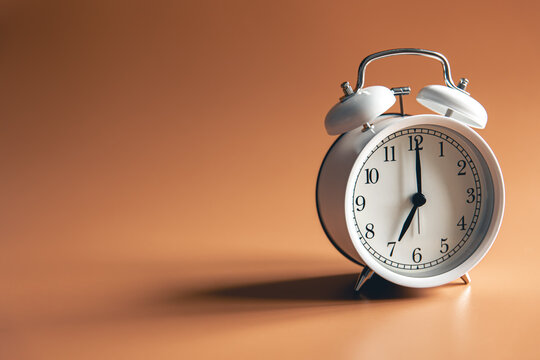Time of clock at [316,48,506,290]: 7:00
